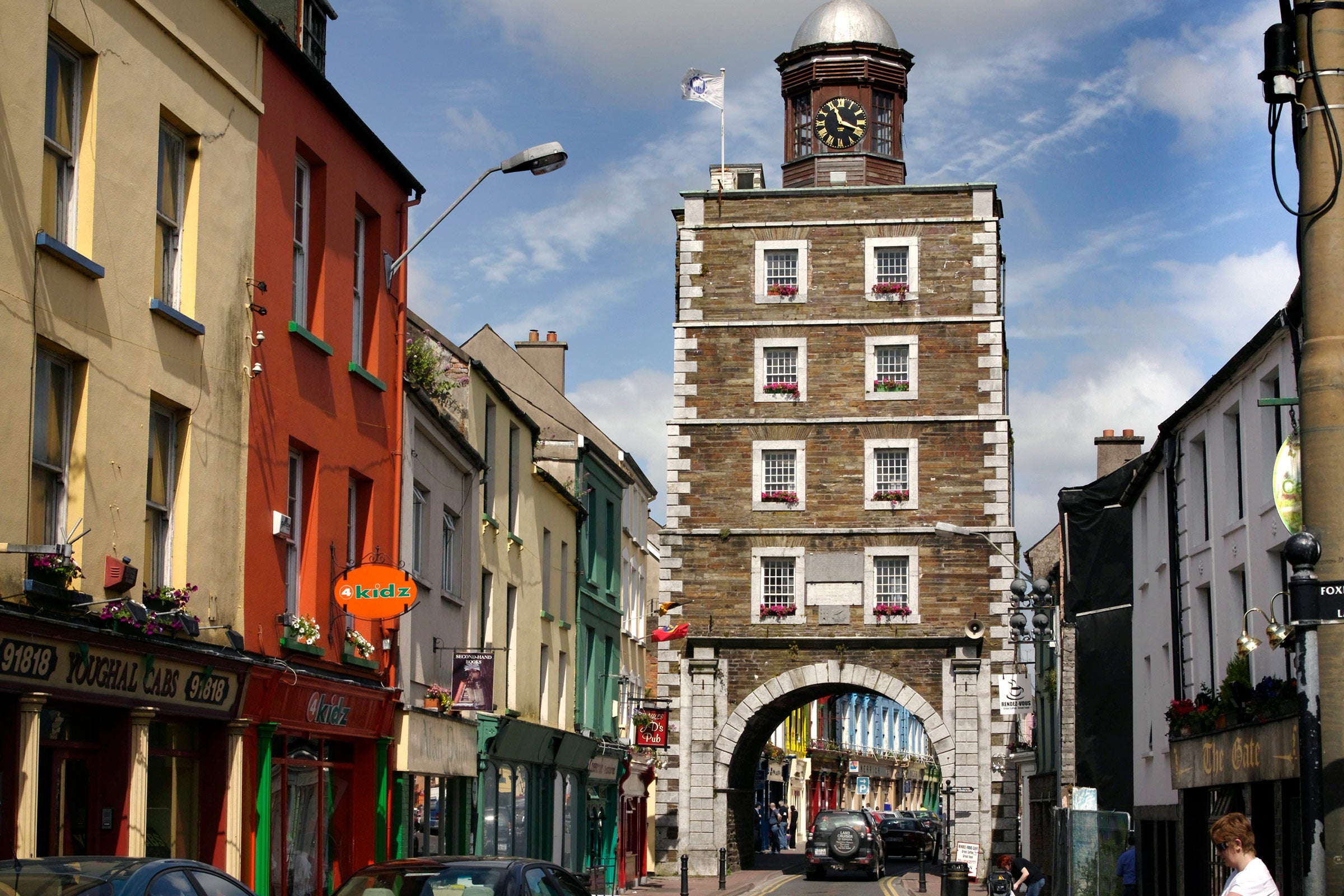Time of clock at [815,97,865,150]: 11:18
